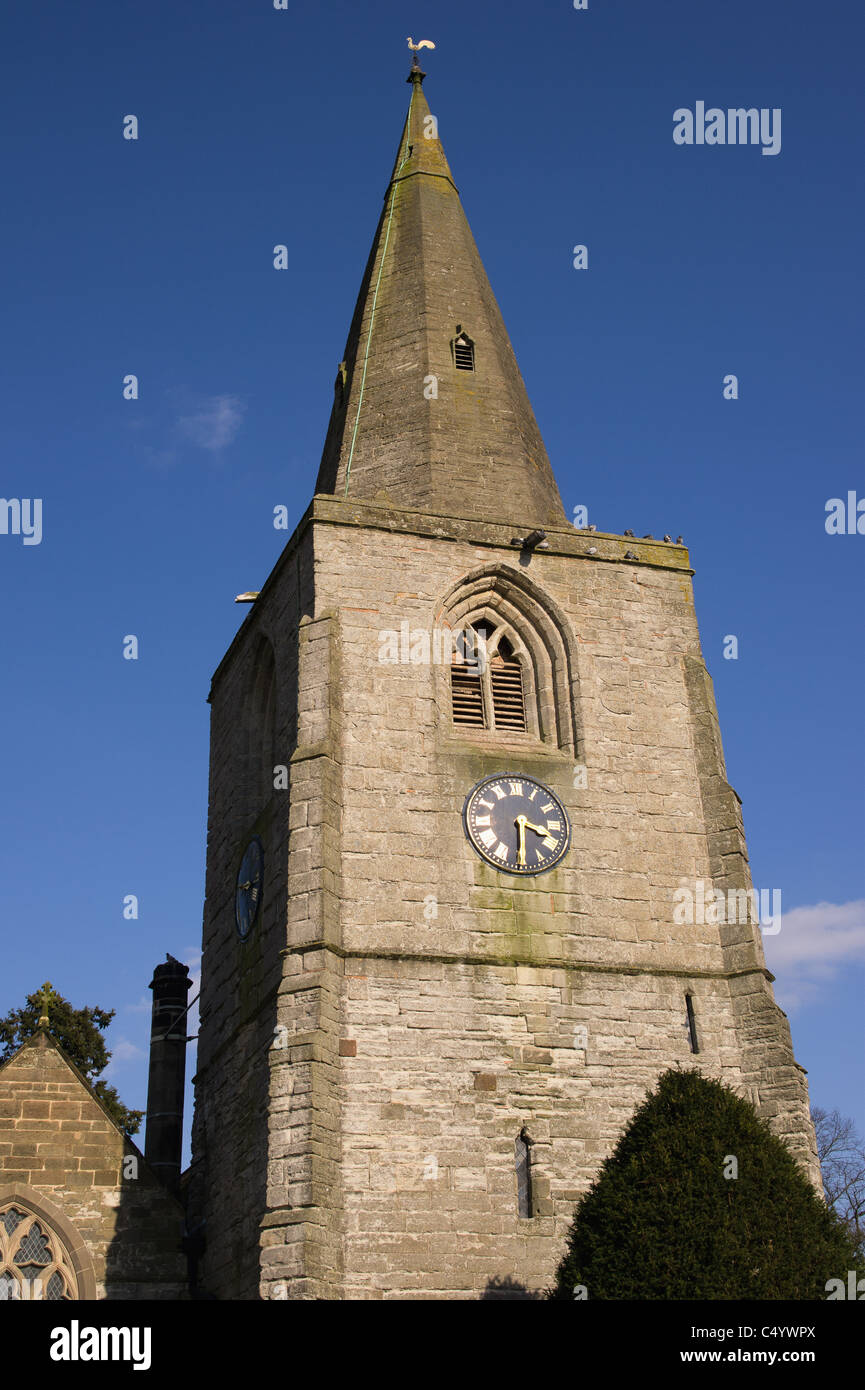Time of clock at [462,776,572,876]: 3:30
